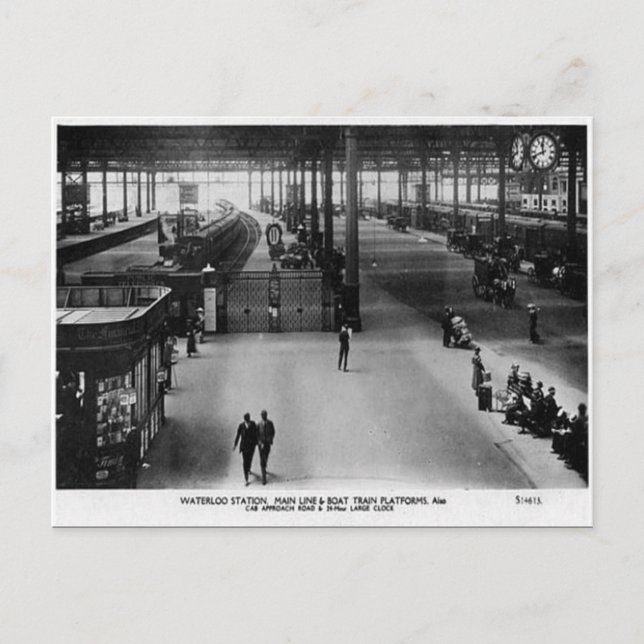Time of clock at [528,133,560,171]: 11:41
